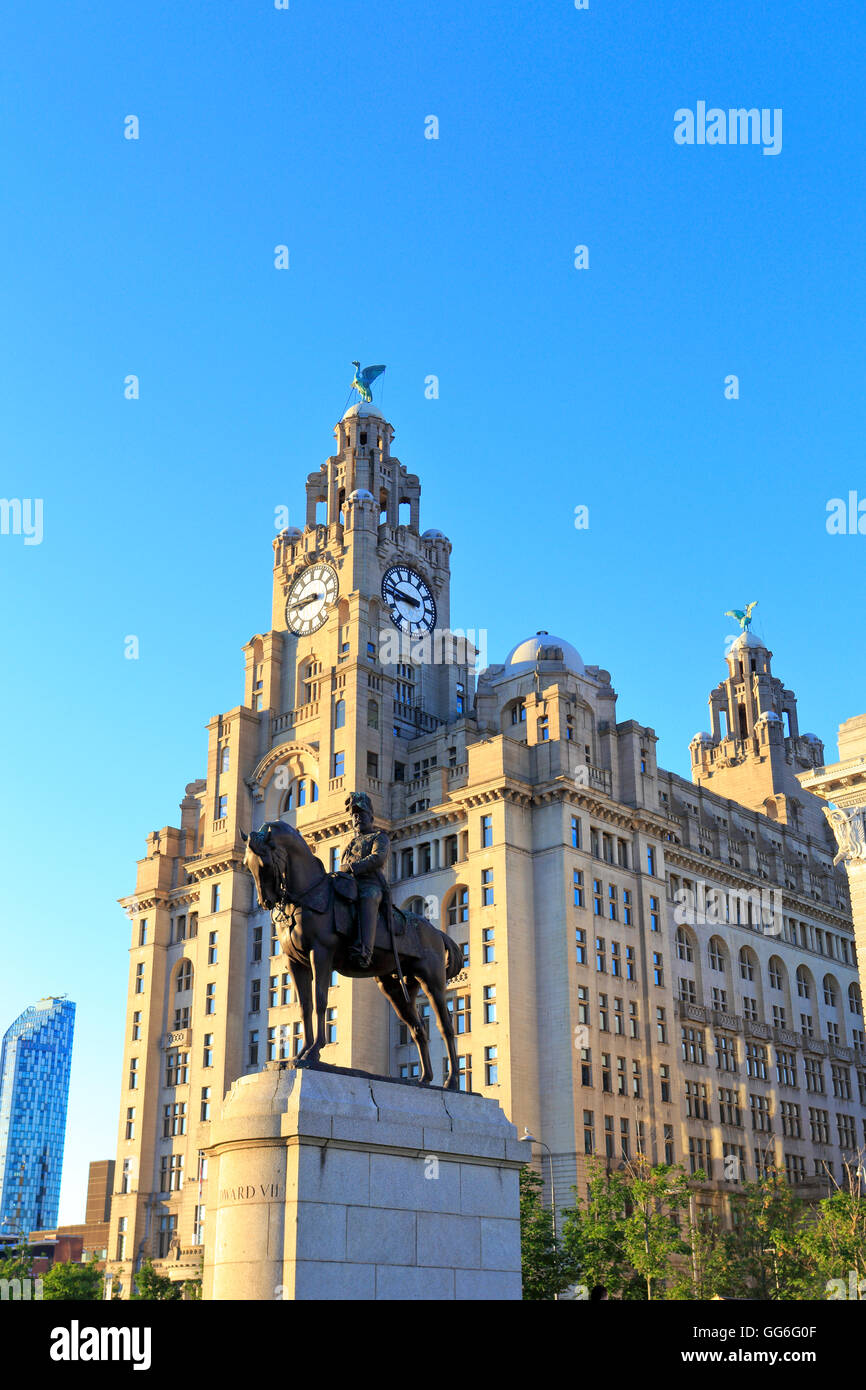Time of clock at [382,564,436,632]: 8:47
